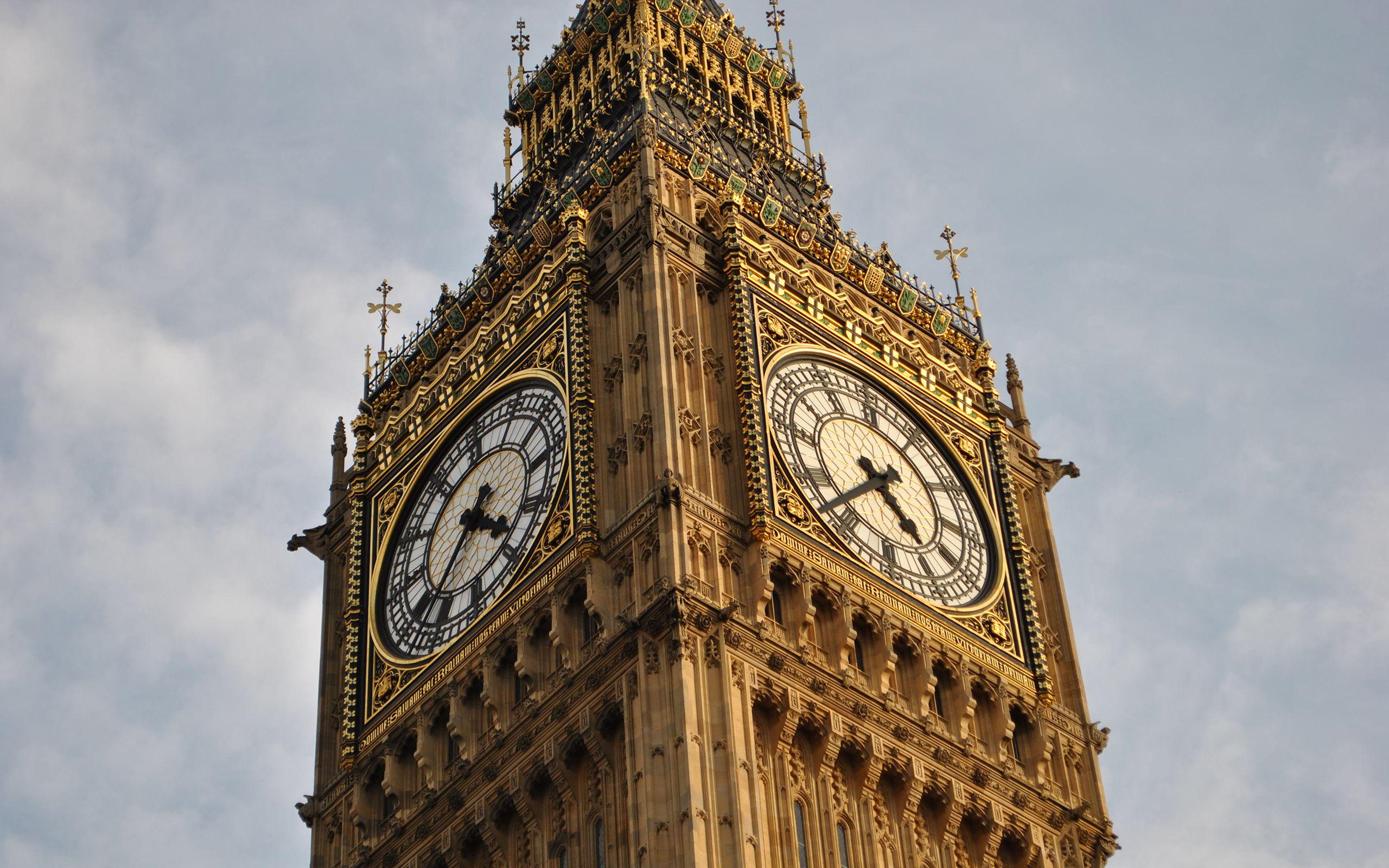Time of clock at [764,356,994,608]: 4:37
